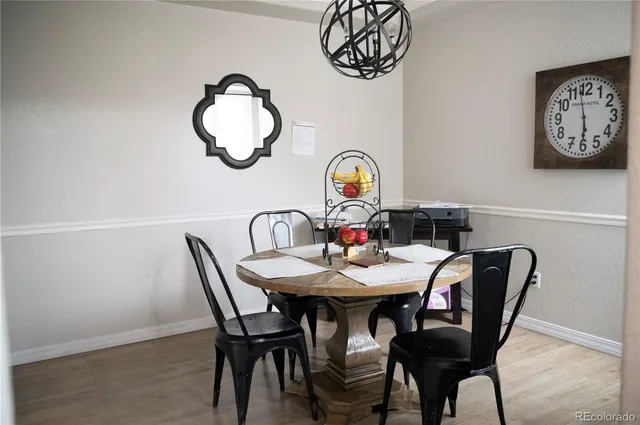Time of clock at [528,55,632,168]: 5:58
